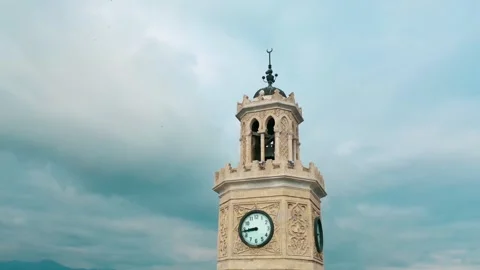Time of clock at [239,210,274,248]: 8:43
